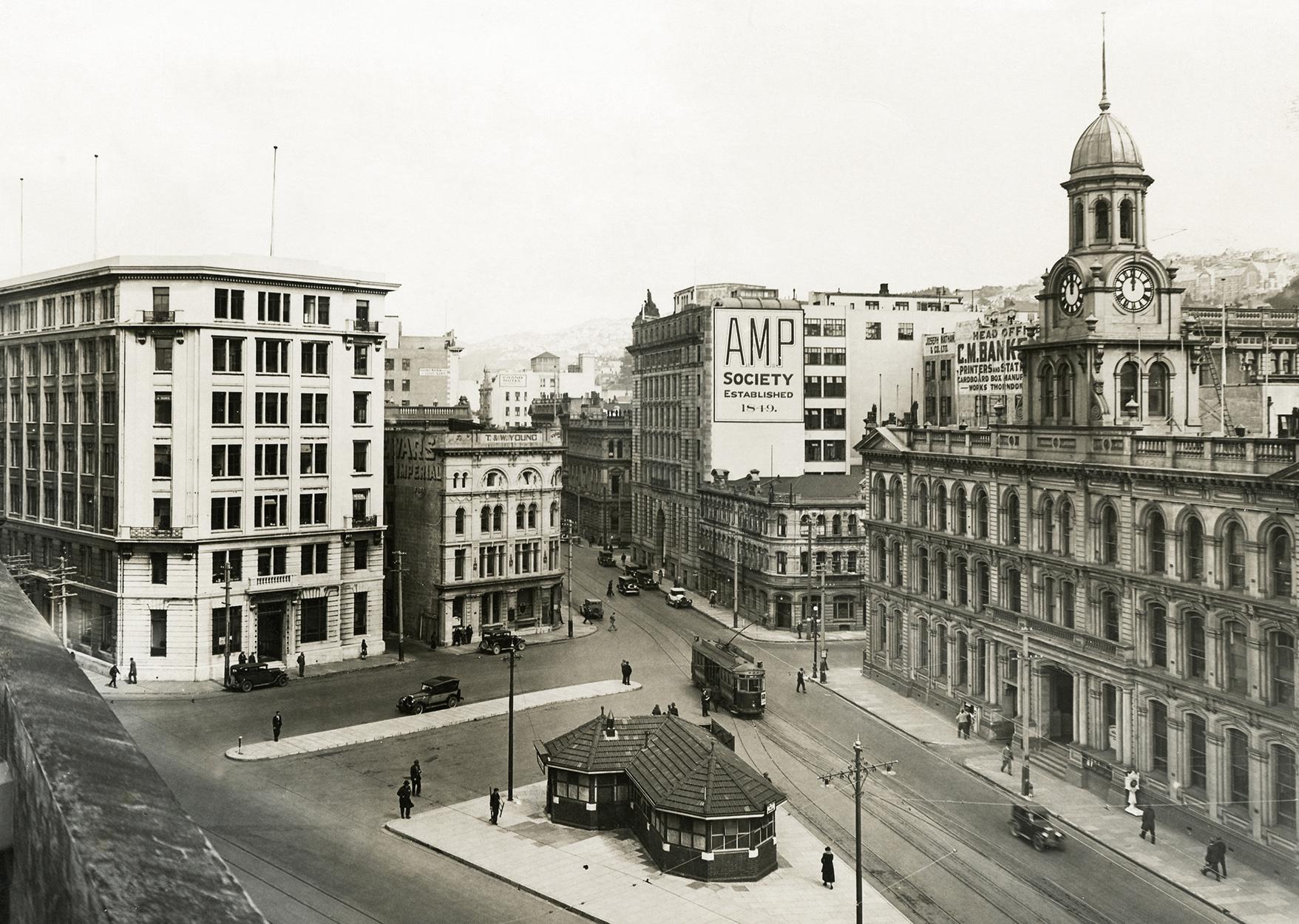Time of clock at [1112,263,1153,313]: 12:00
